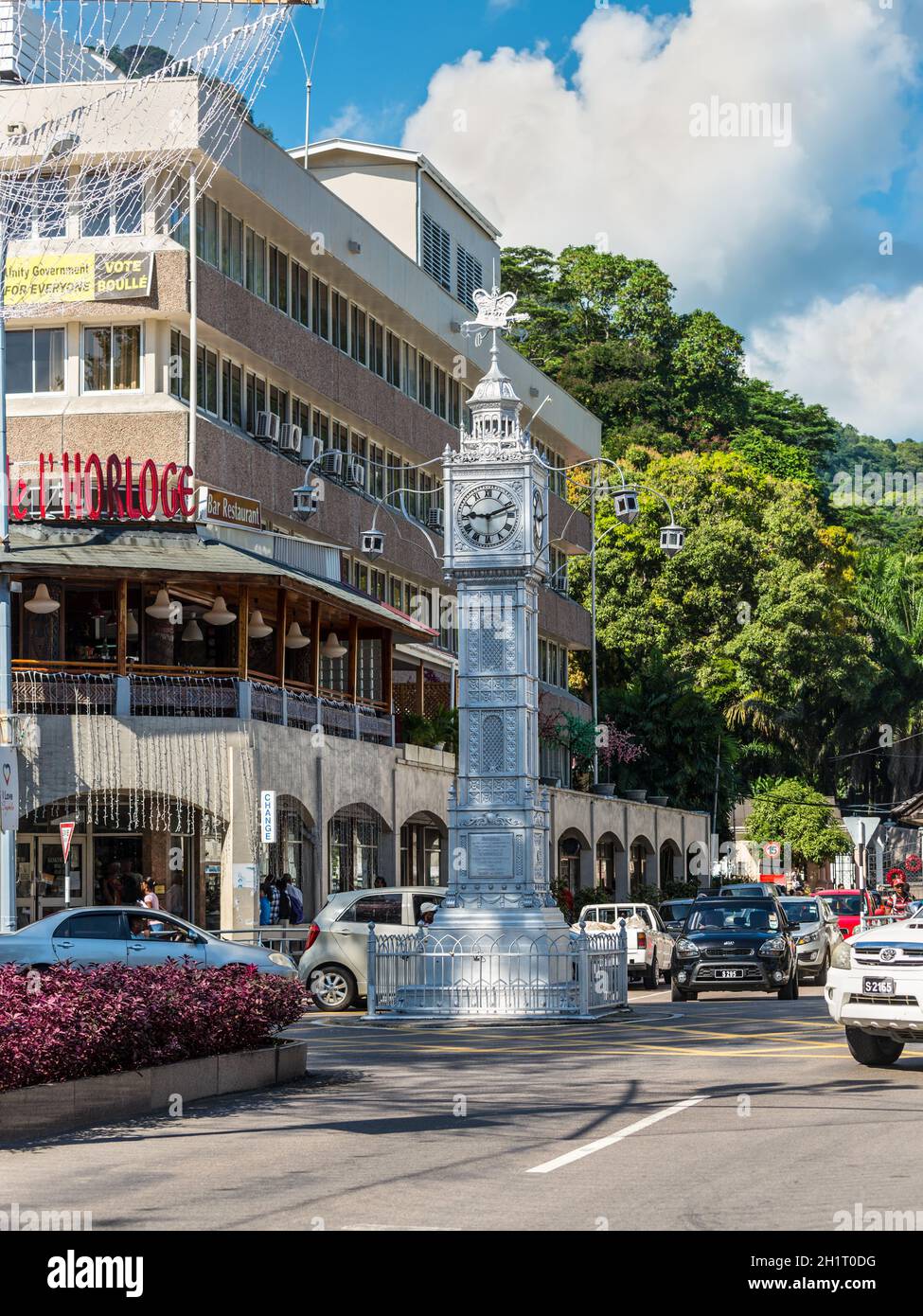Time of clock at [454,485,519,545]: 9:11
